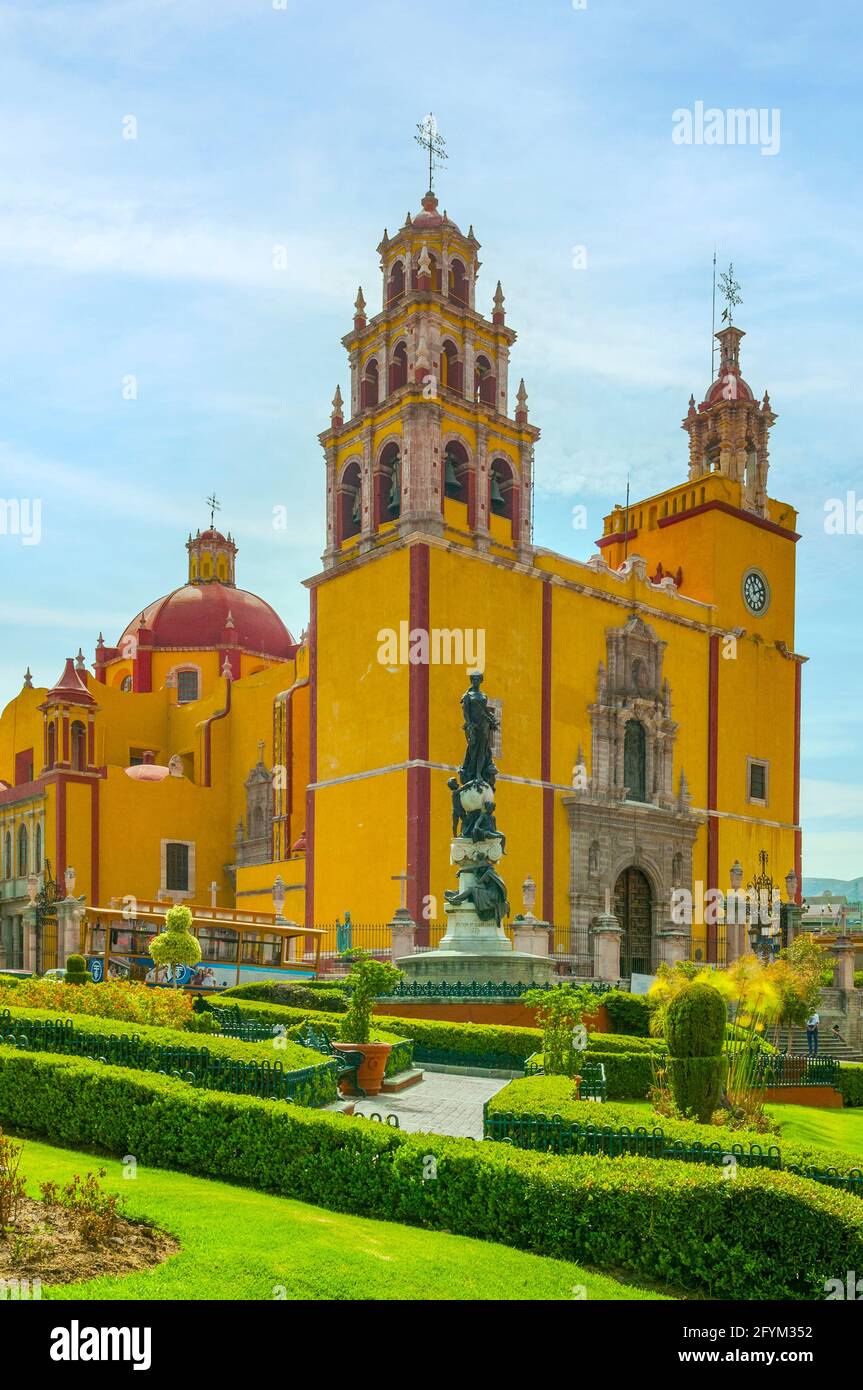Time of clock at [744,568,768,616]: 11:11
